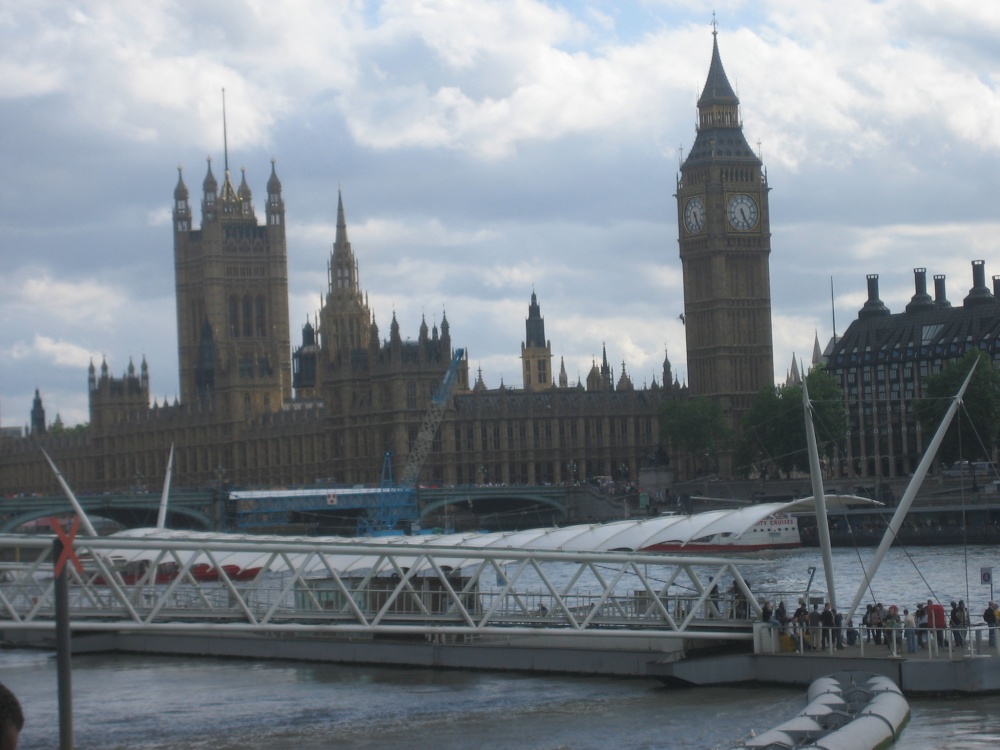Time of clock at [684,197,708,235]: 5:26
